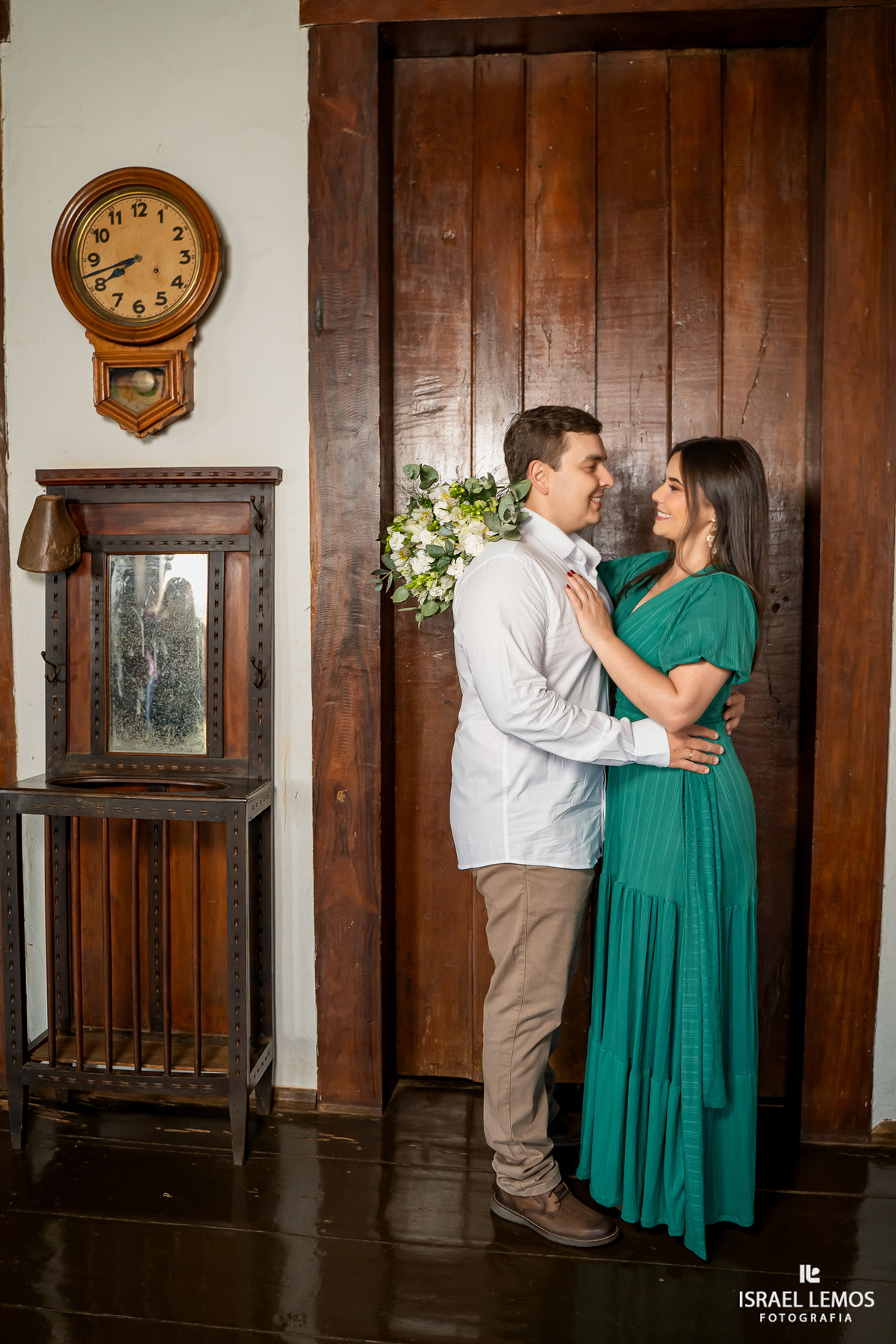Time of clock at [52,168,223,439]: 7:41
